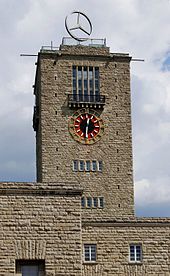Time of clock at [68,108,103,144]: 12:30
